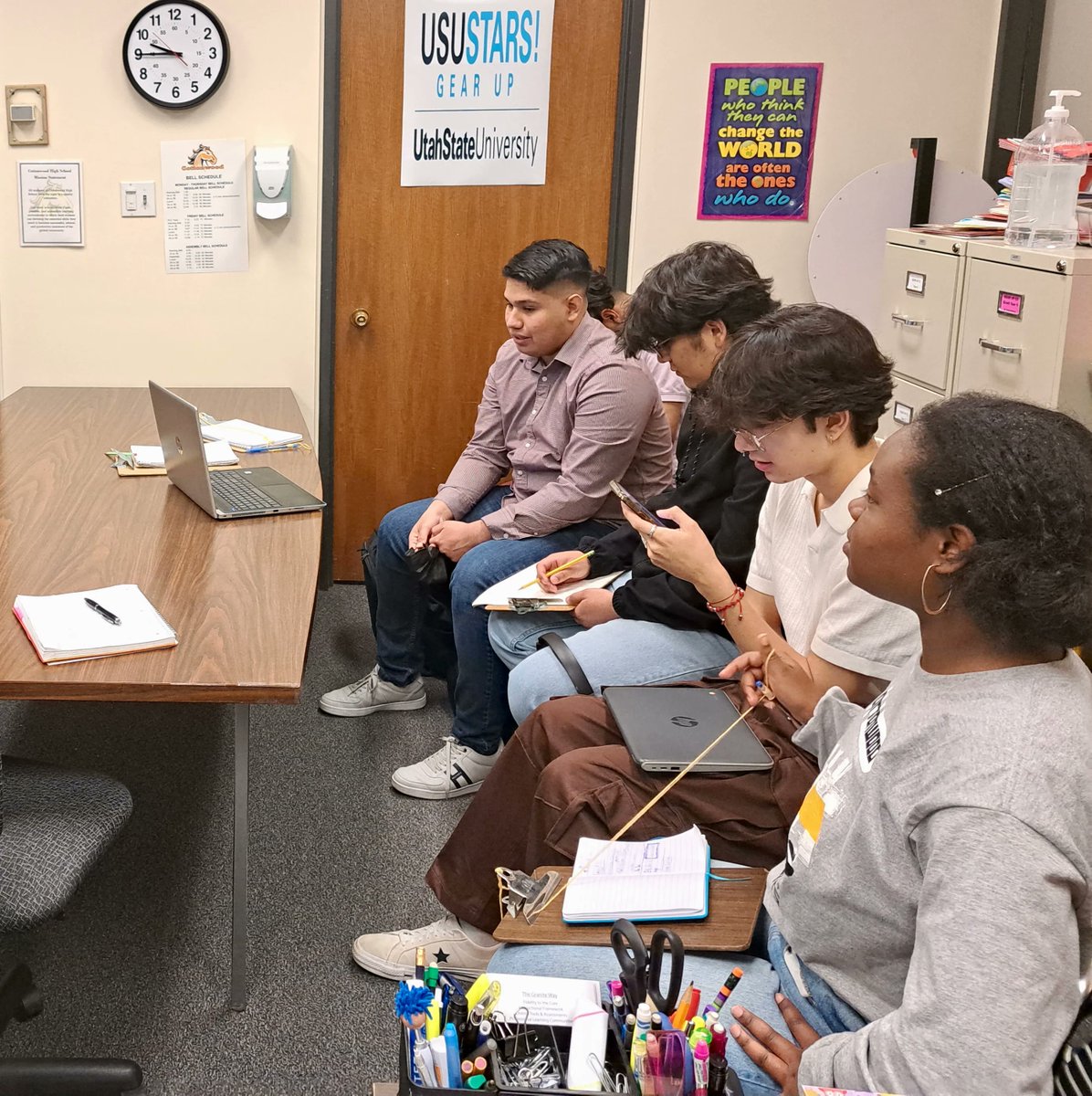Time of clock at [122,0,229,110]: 9:44
